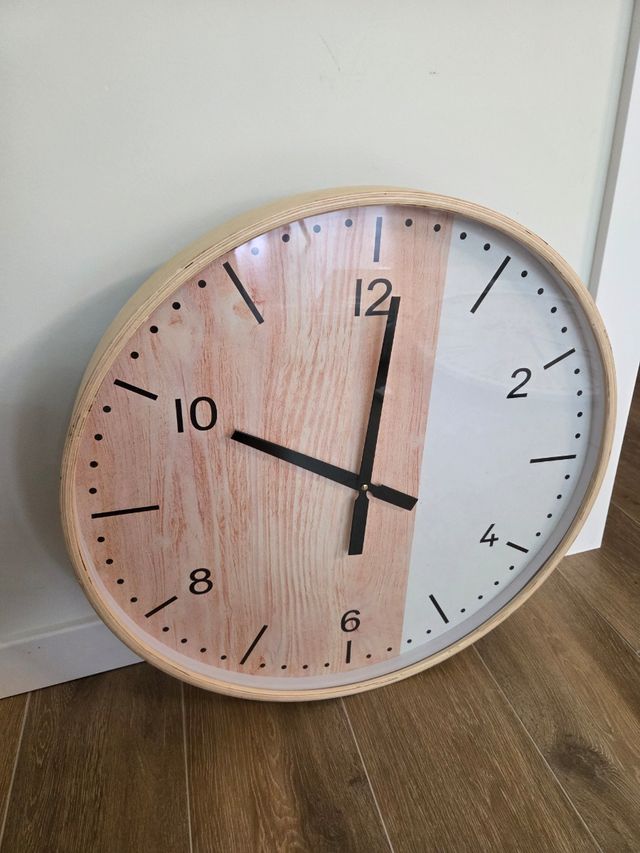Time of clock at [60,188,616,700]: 10:00
